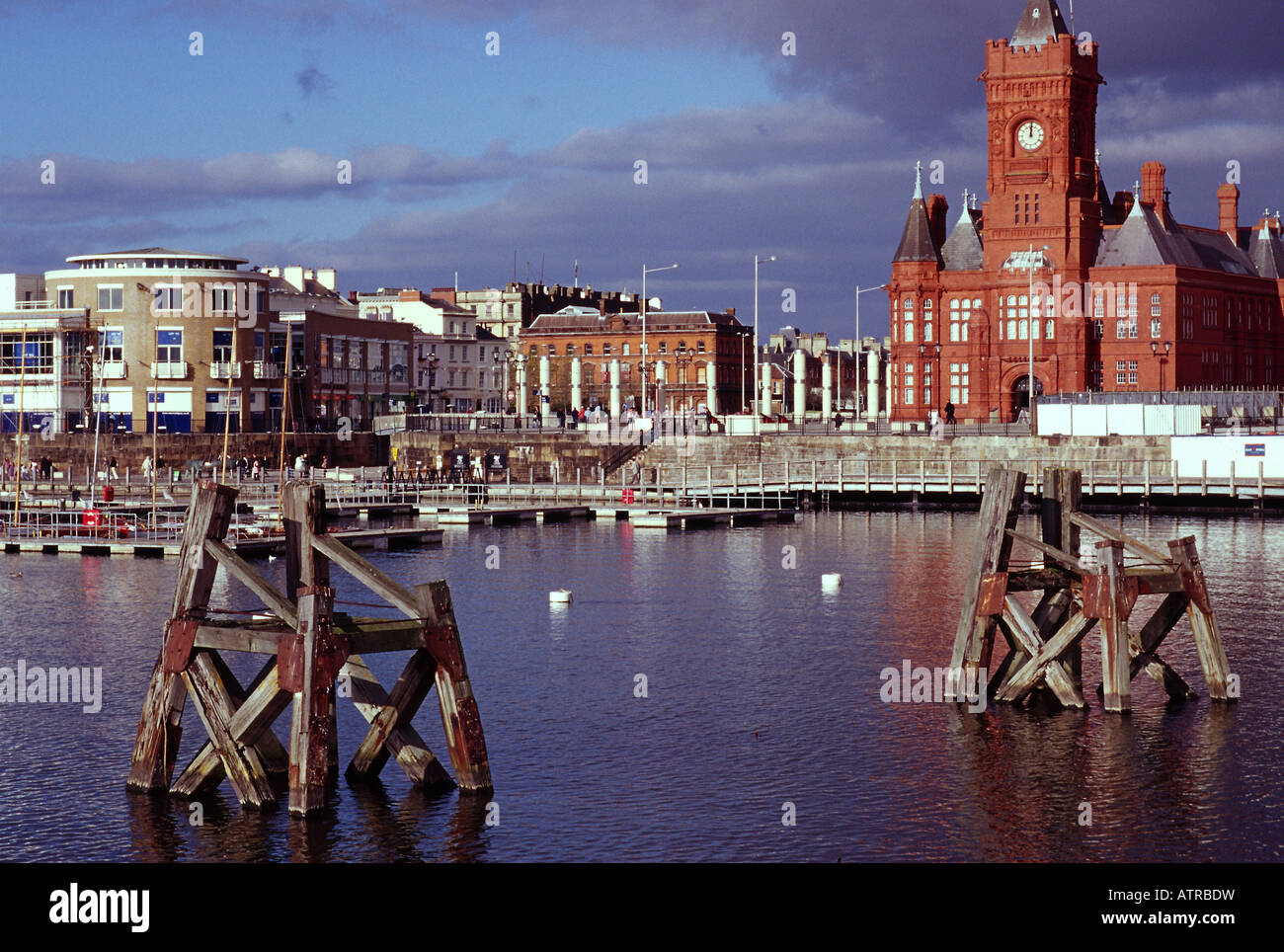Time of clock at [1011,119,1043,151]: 12:00
